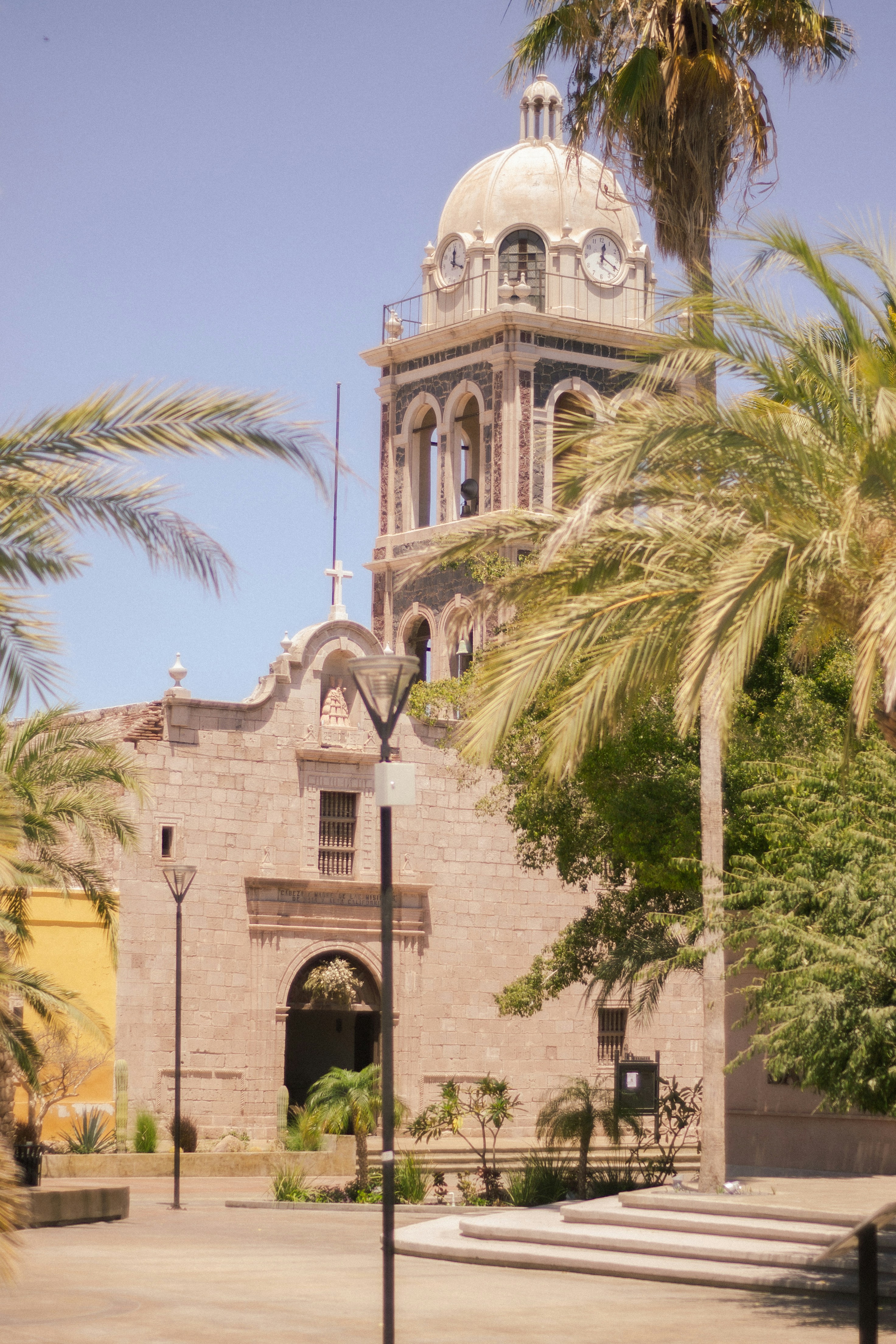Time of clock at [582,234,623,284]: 12:19
